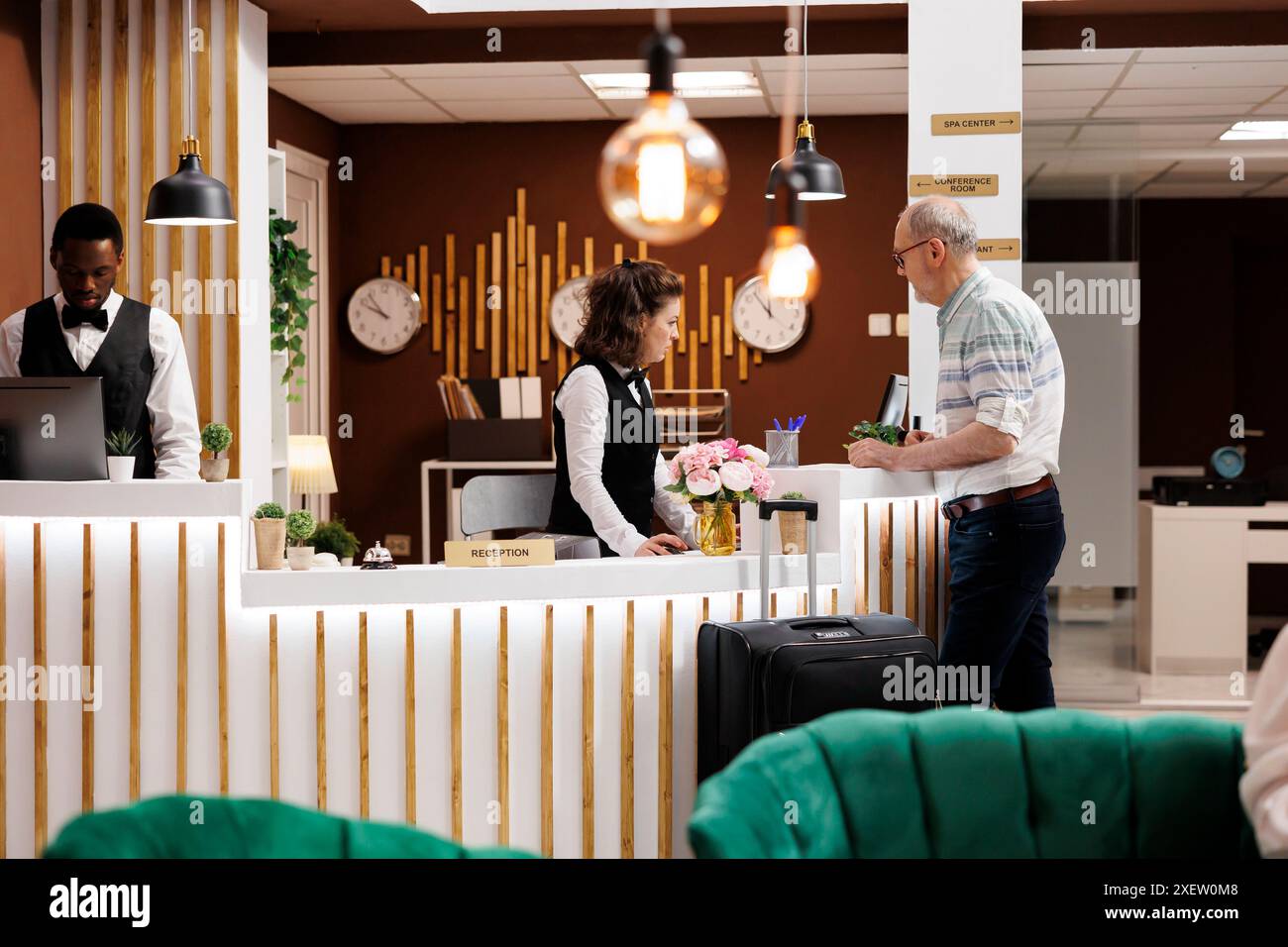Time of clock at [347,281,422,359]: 9:53
